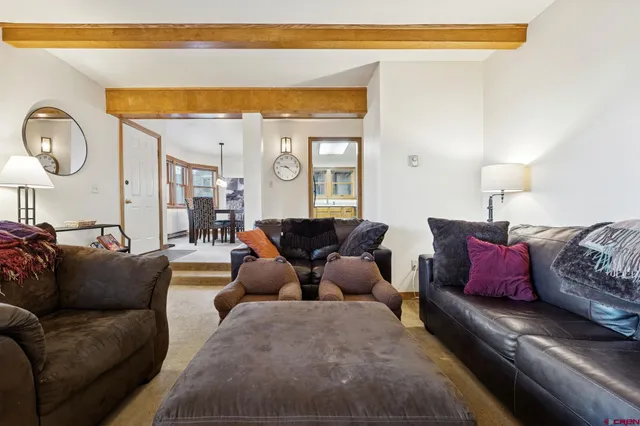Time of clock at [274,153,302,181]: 9:21
